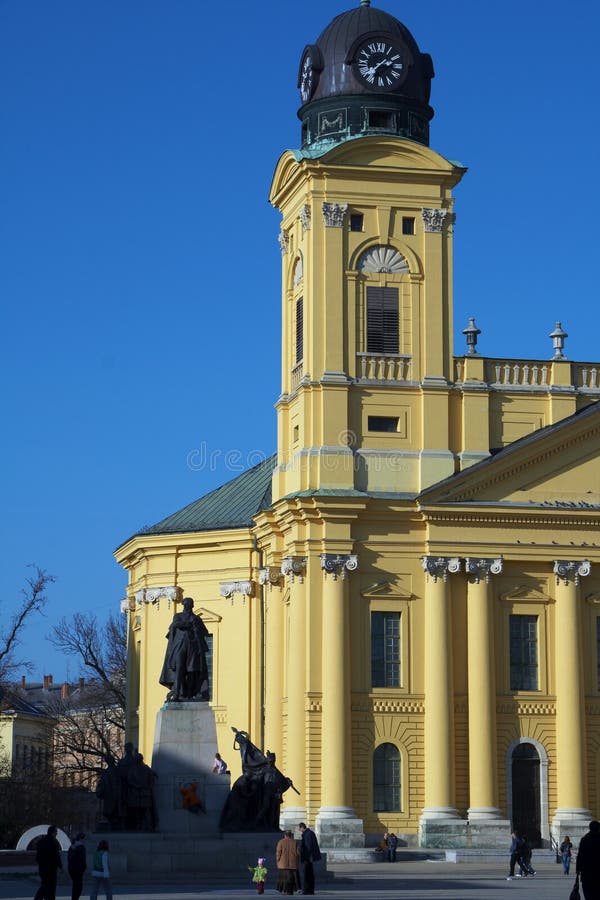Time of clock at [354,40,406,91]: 2:37
